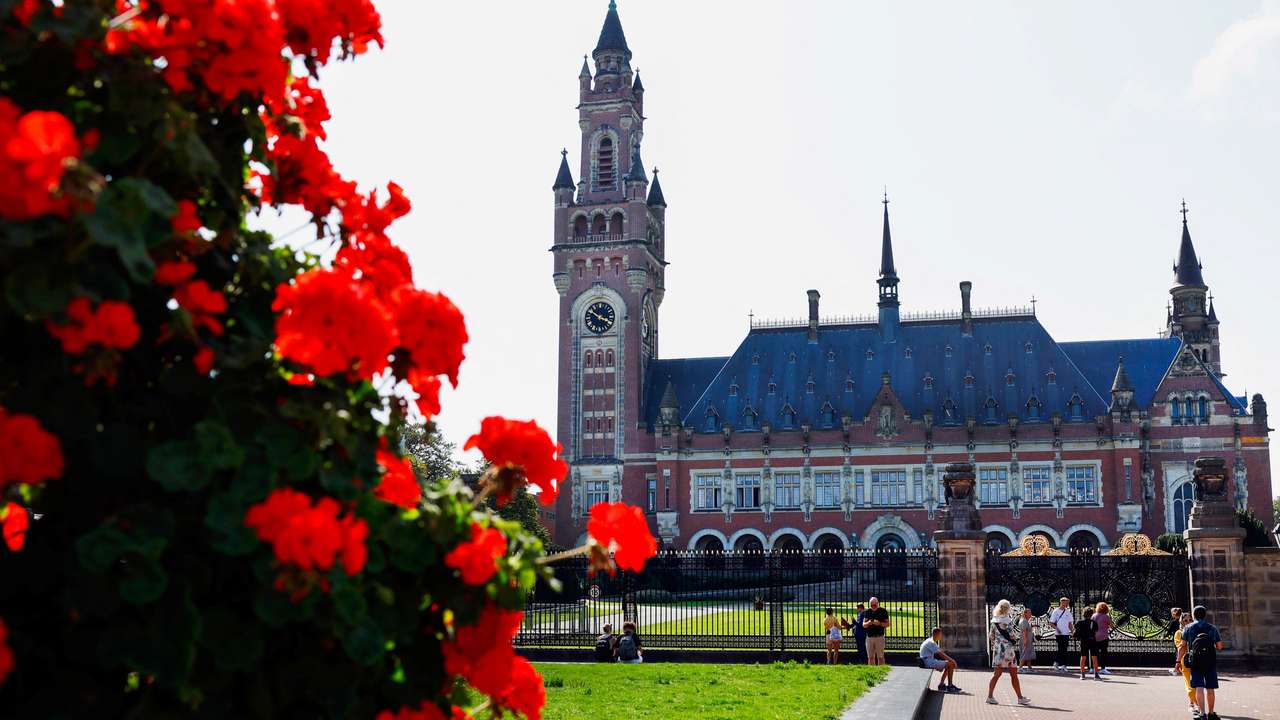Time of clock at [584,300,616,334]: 3:50
